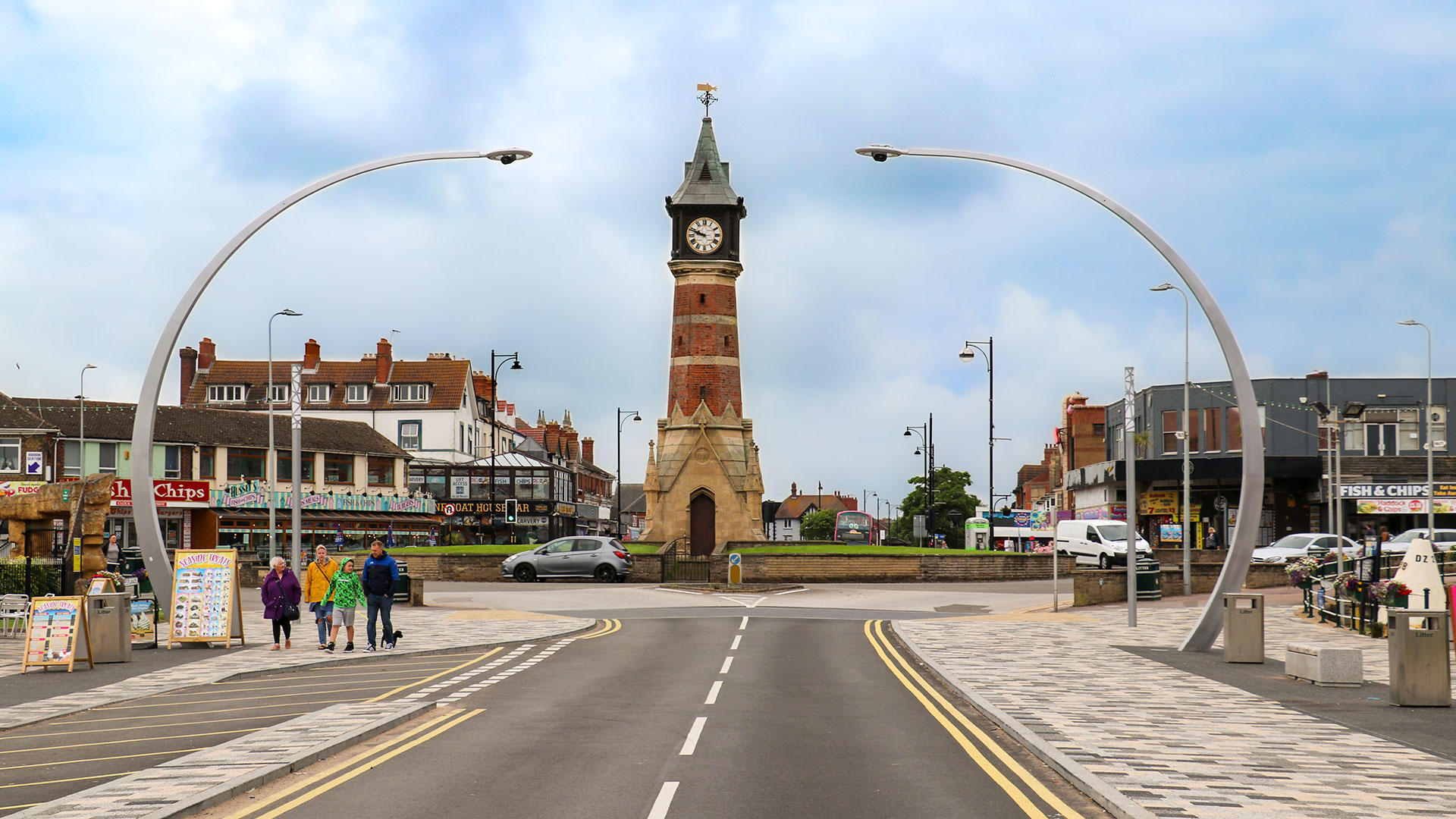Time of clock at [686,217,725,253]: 9:48
